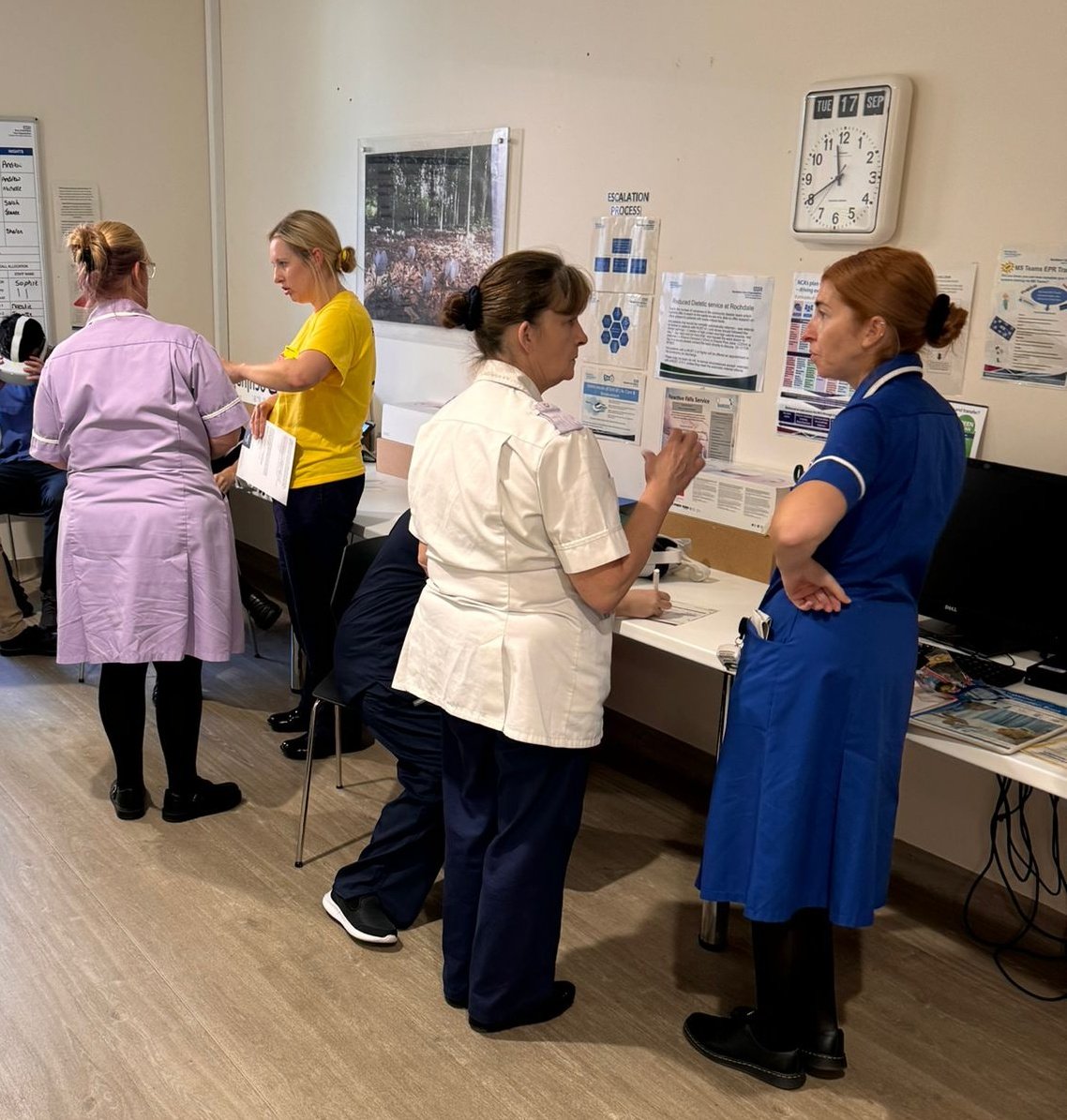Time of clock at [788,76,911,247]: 11:40
